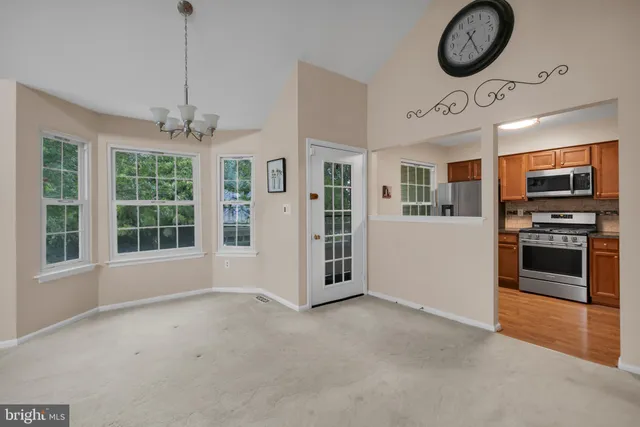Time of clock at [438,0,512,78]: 7:26
